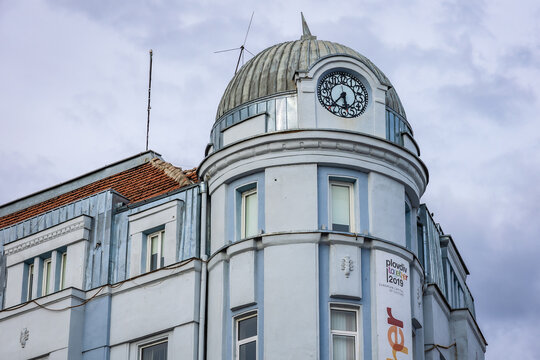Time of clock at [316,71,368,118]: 5:37
